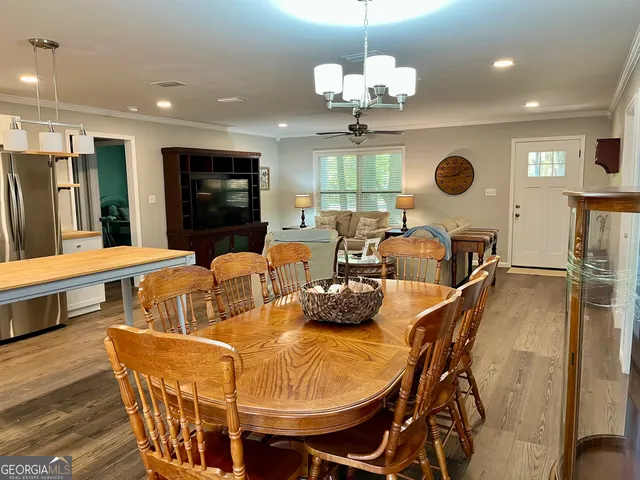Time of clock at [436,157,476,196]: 1:43
